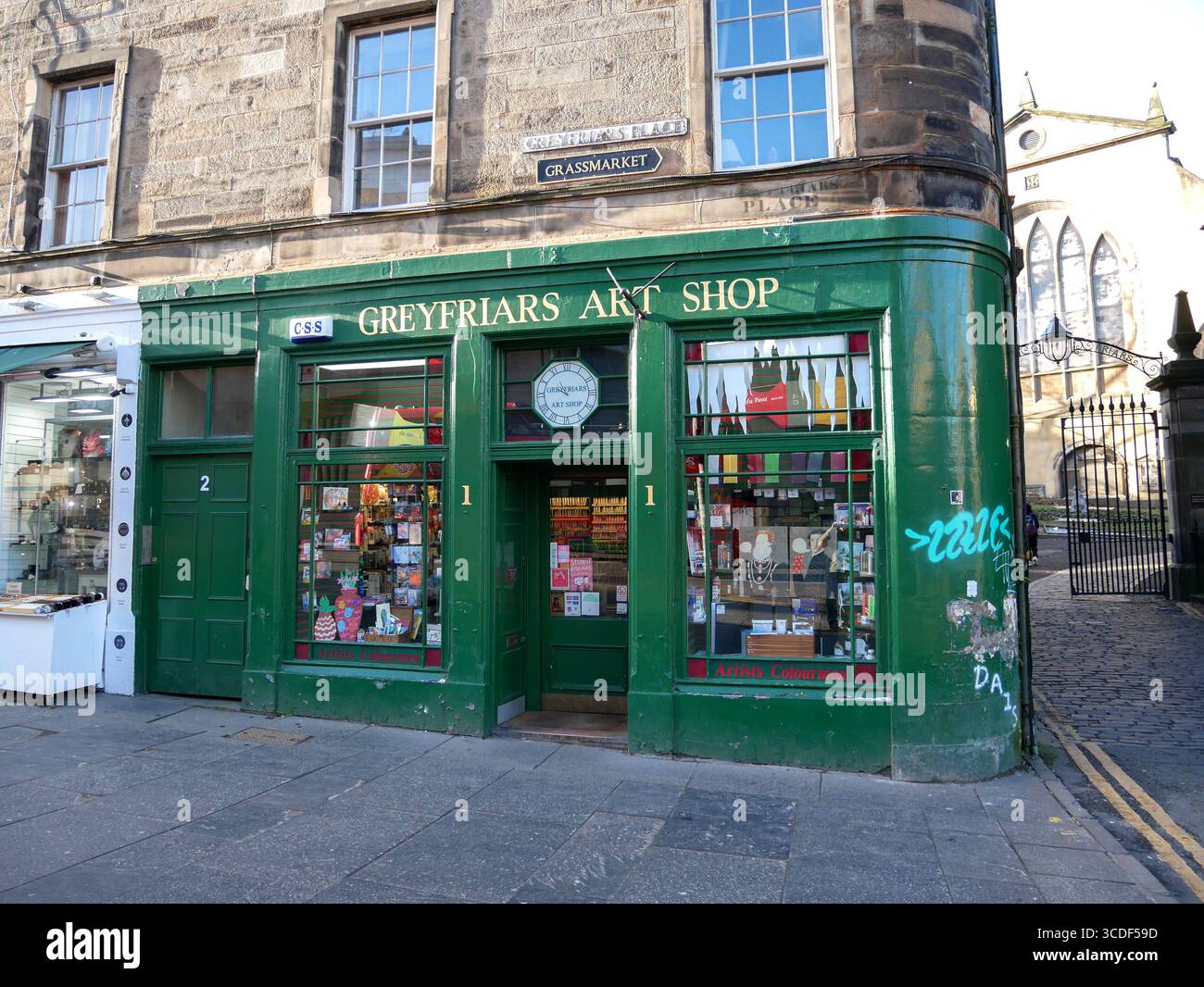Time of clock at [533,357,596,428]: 10:47
